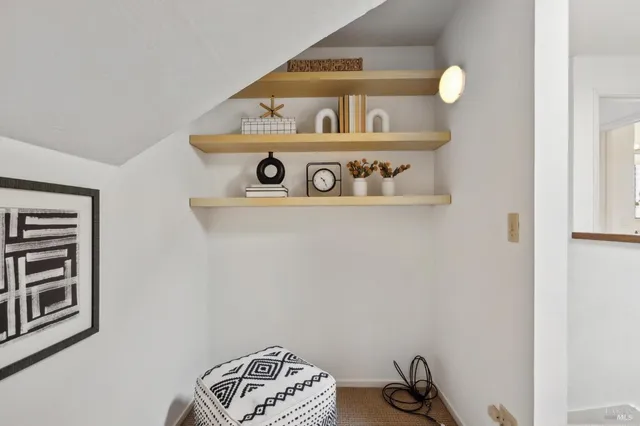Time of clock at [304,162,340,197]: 10:25
